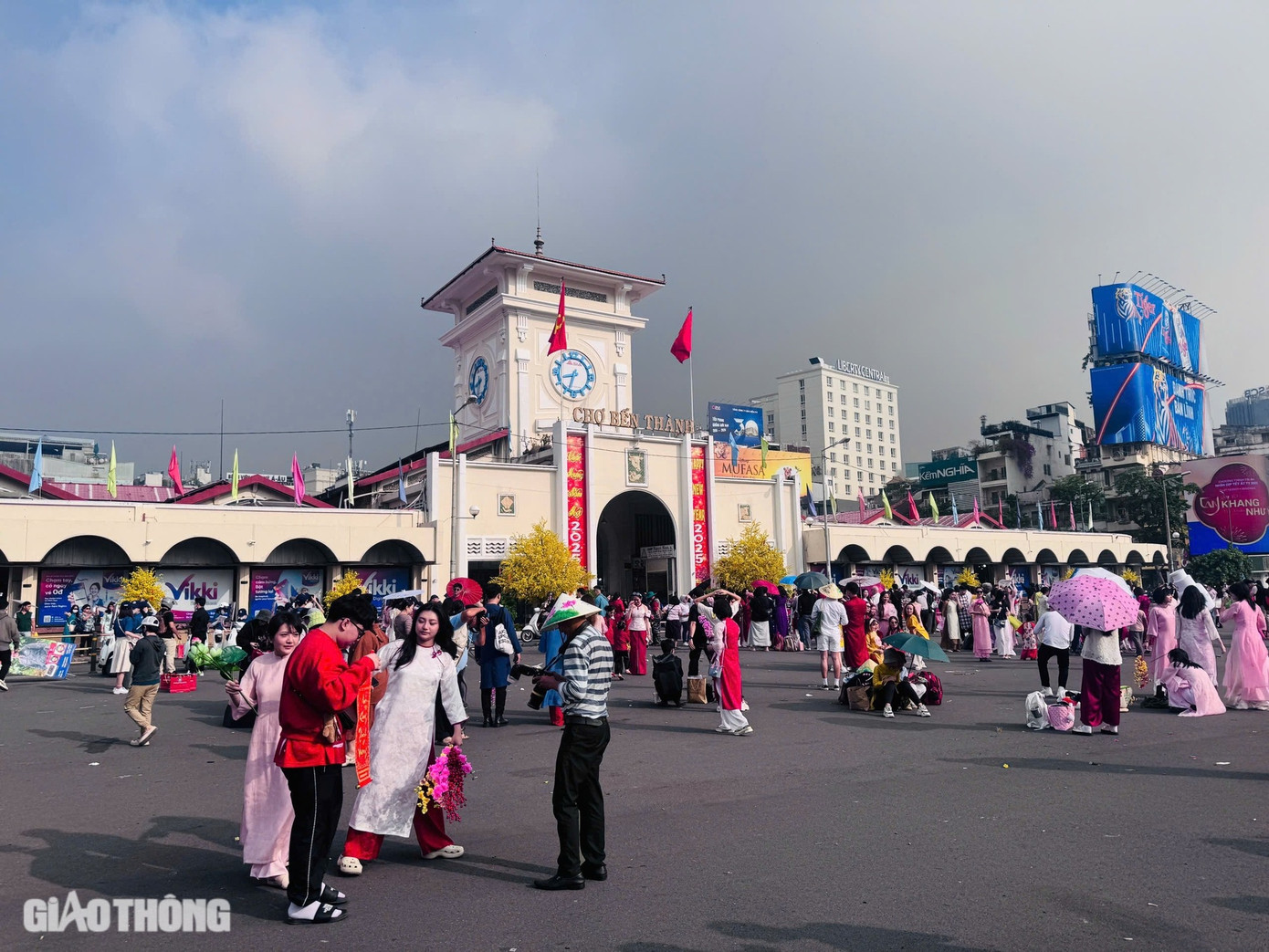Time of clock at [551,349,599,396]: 8:33
